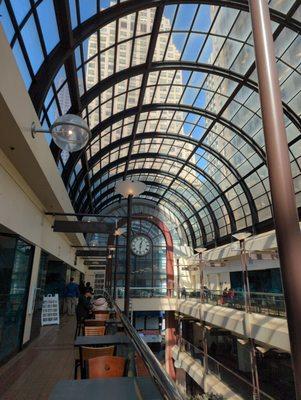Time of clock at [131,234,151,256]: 12:30
